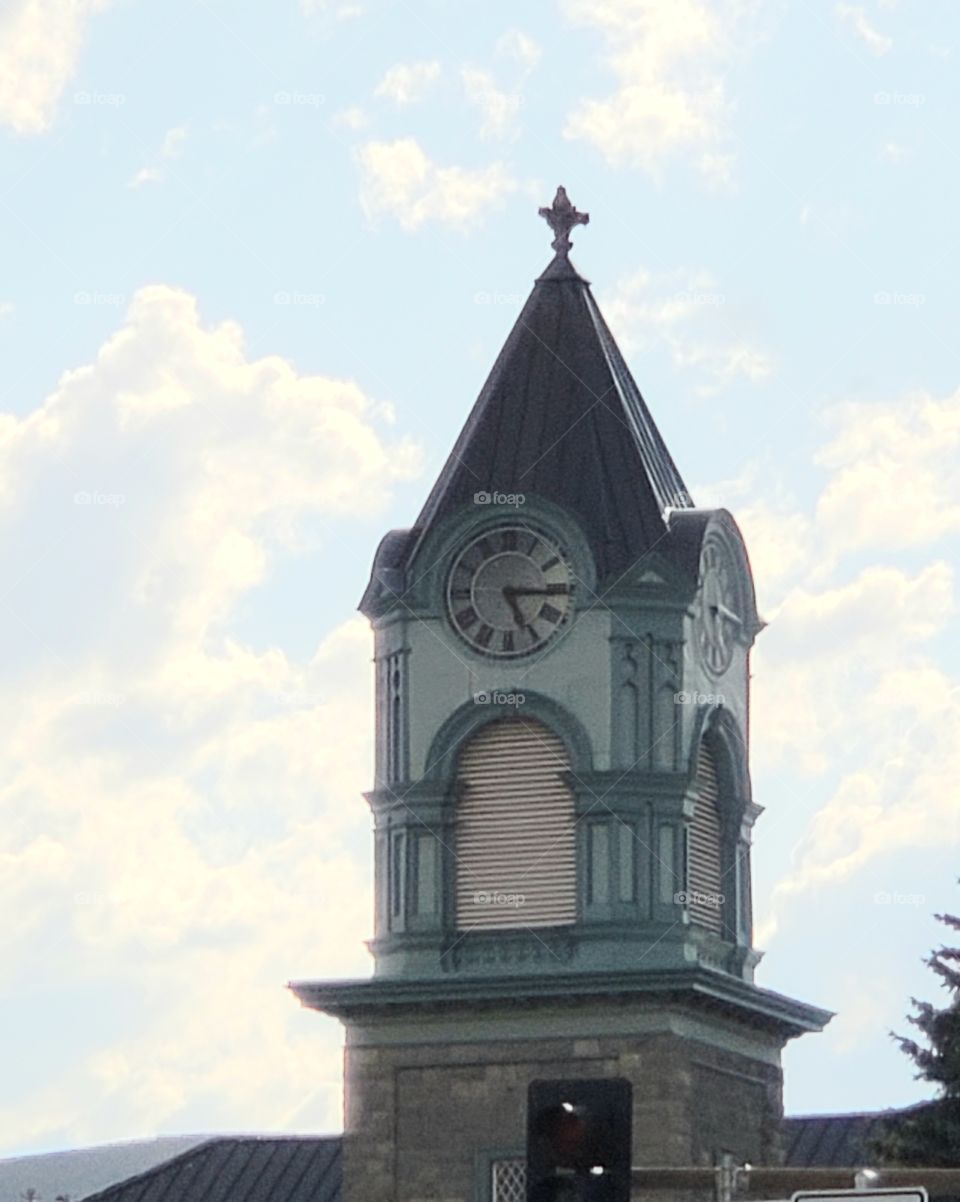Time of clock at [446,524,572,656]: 5:15
